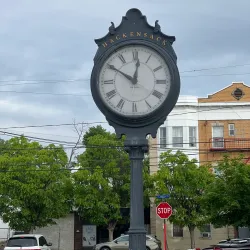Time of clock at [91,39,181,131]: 10:01
